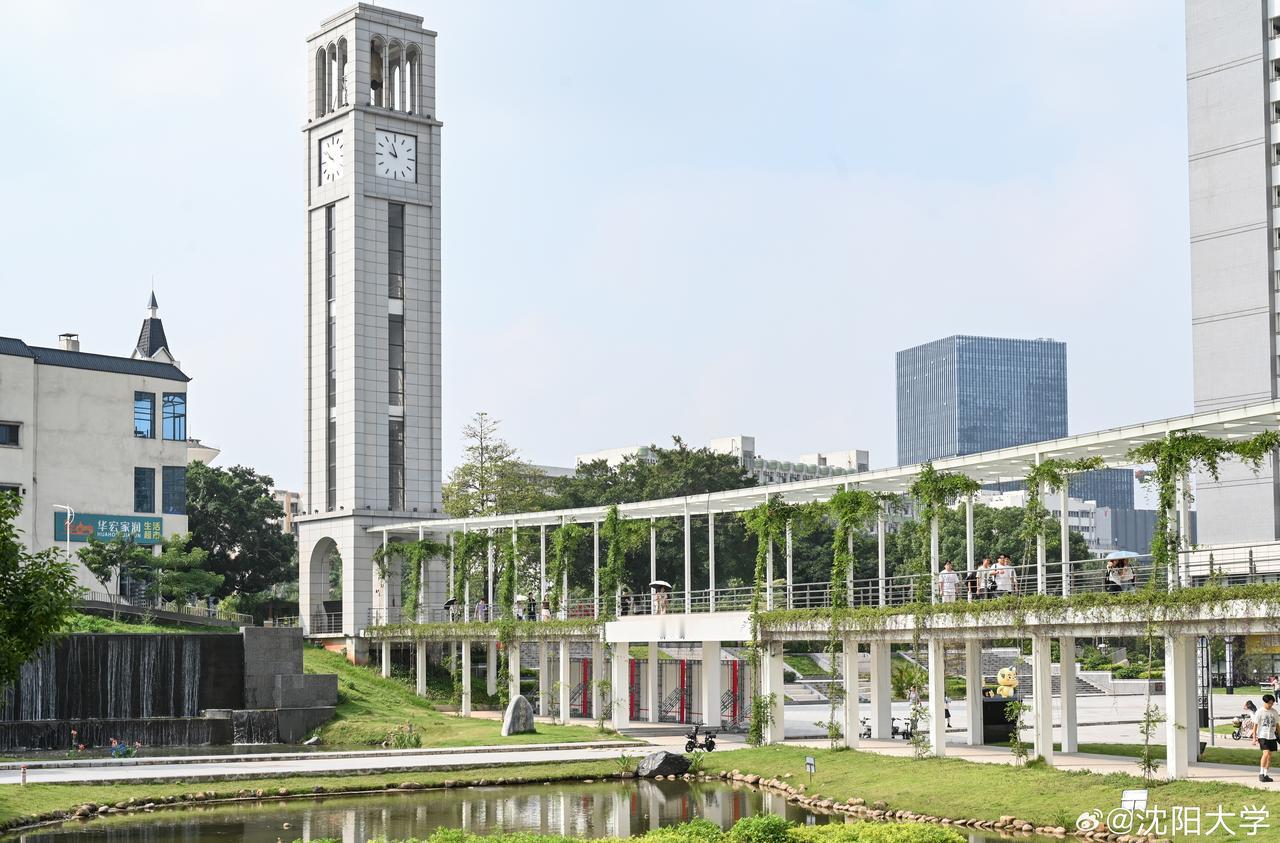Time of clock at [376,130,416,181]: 9:57
